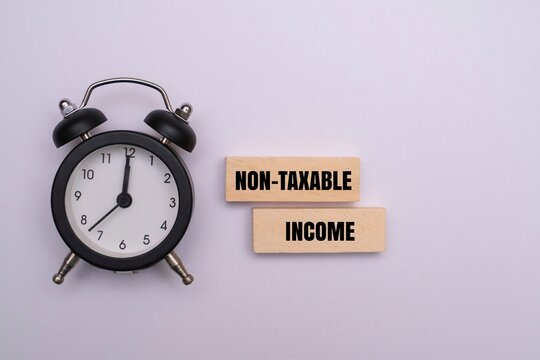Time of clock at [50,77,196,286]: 12:00
